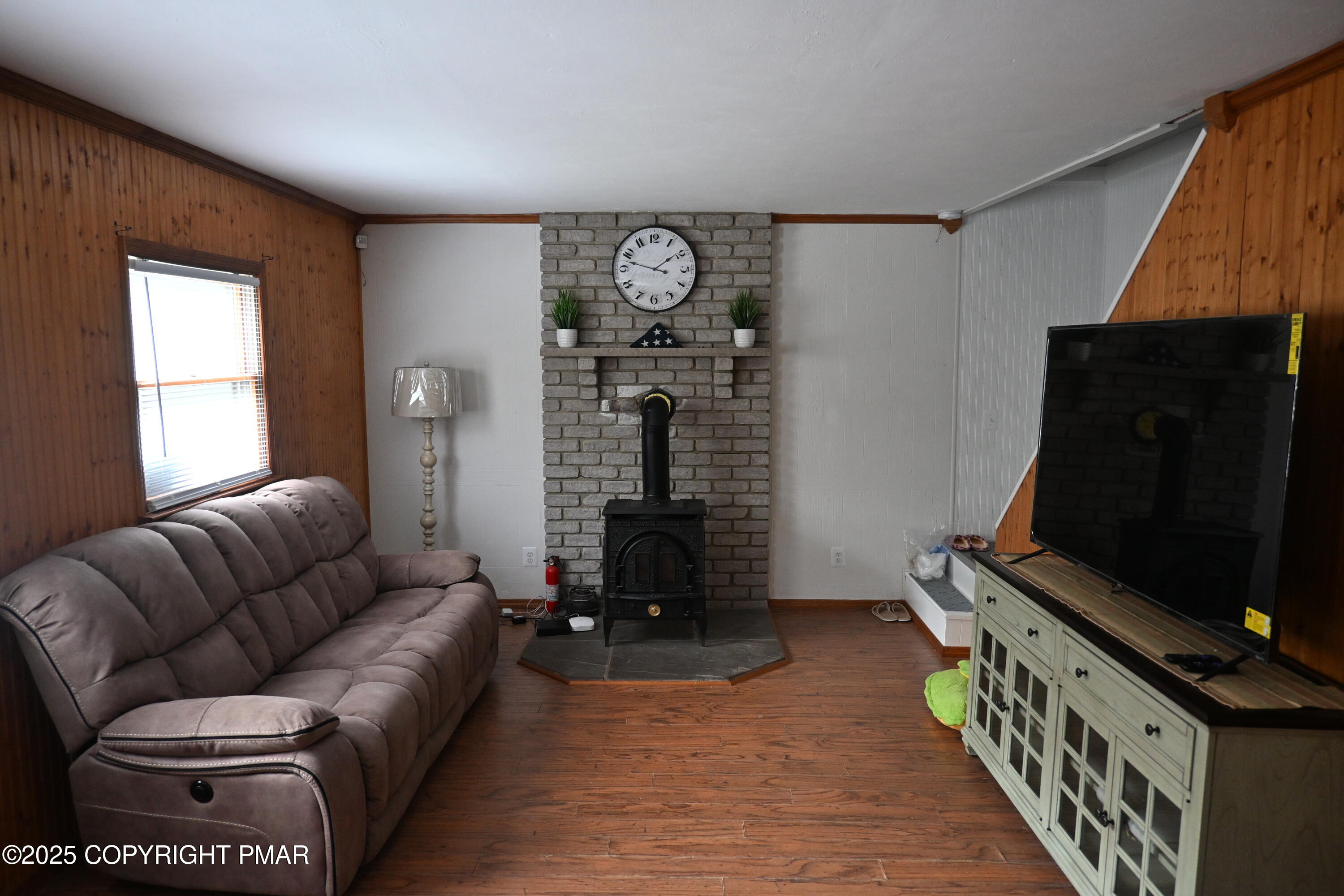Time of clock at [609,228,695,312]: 1:47
